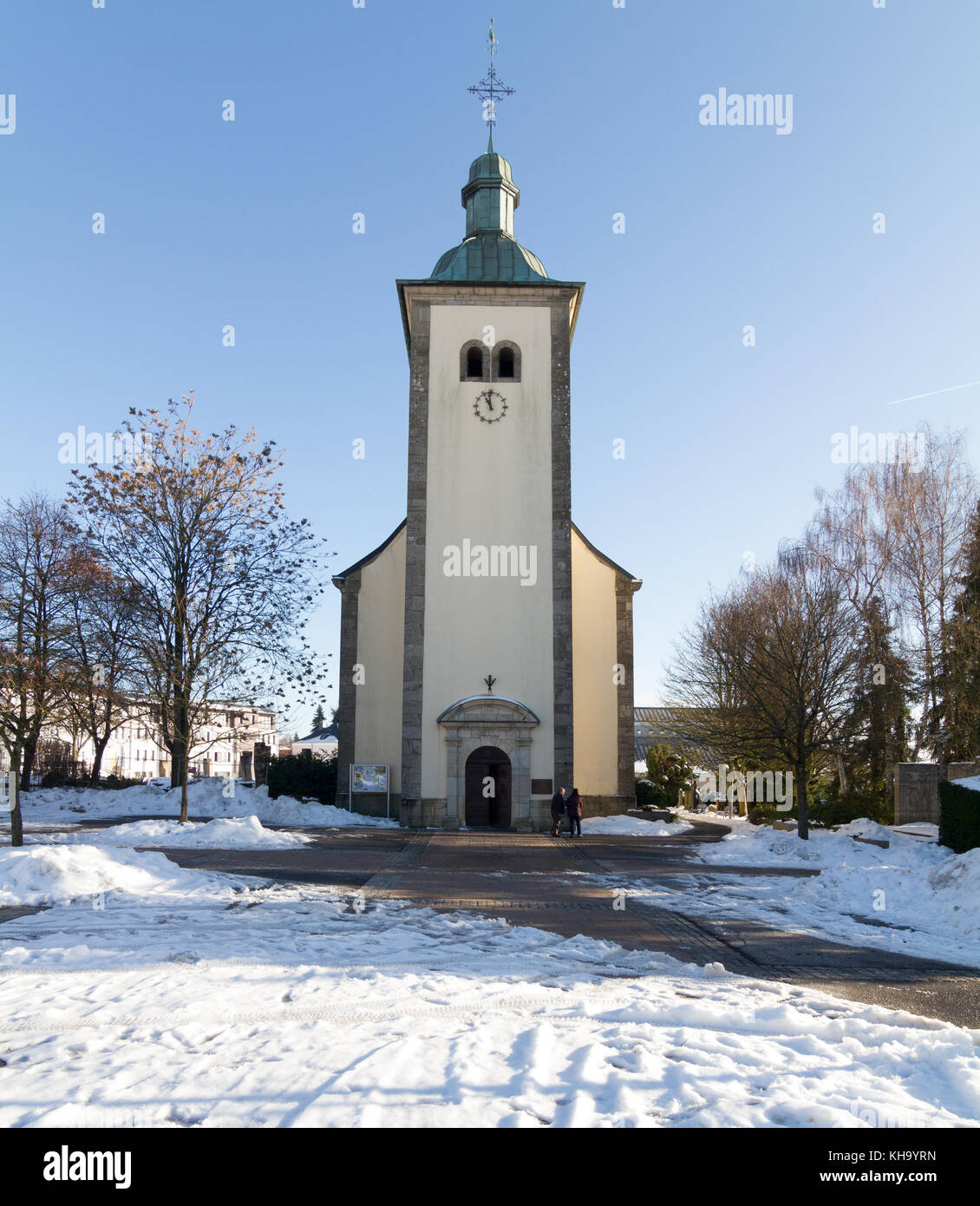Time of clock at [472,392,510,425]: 10:58
